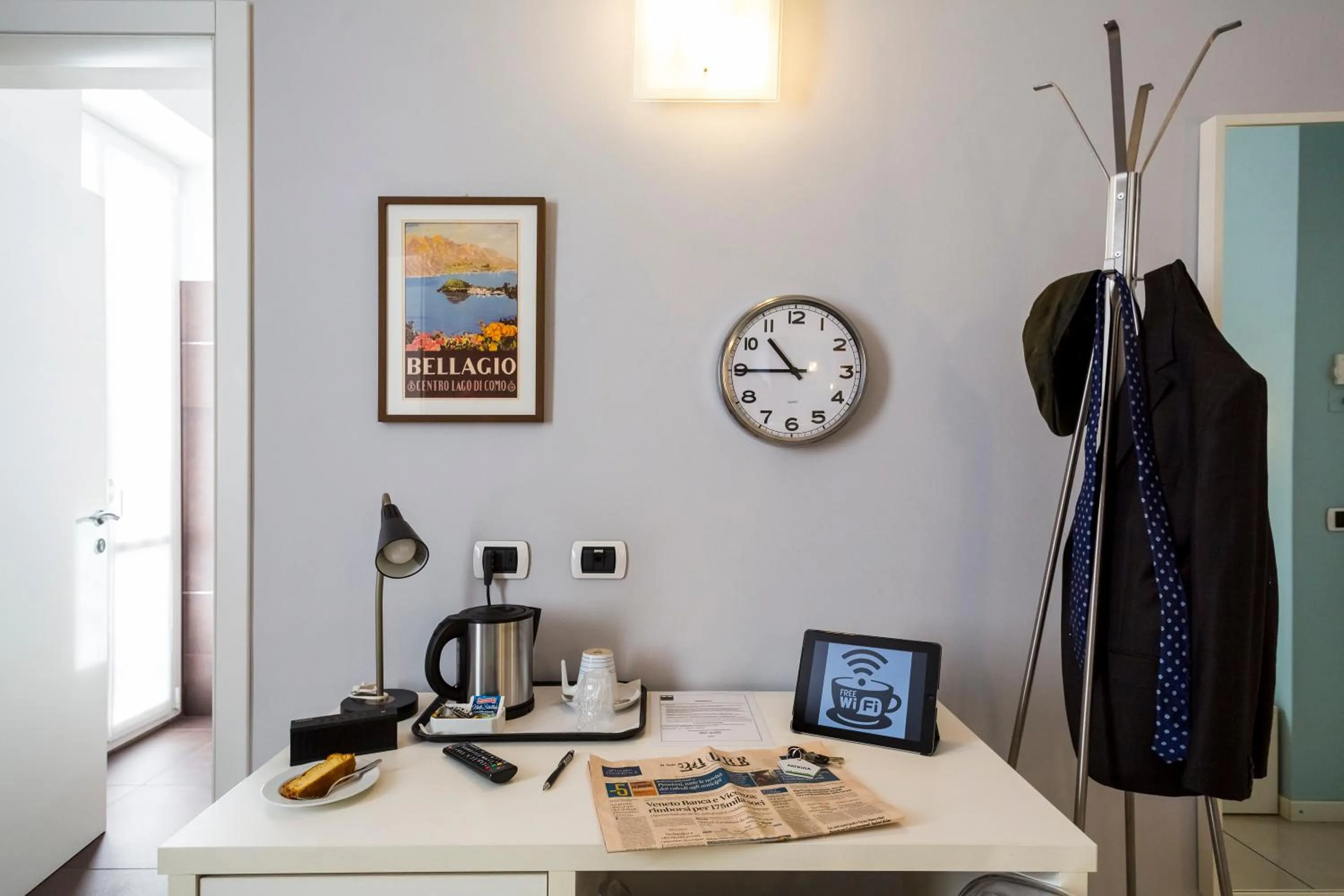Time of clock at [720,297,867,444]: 10:45
